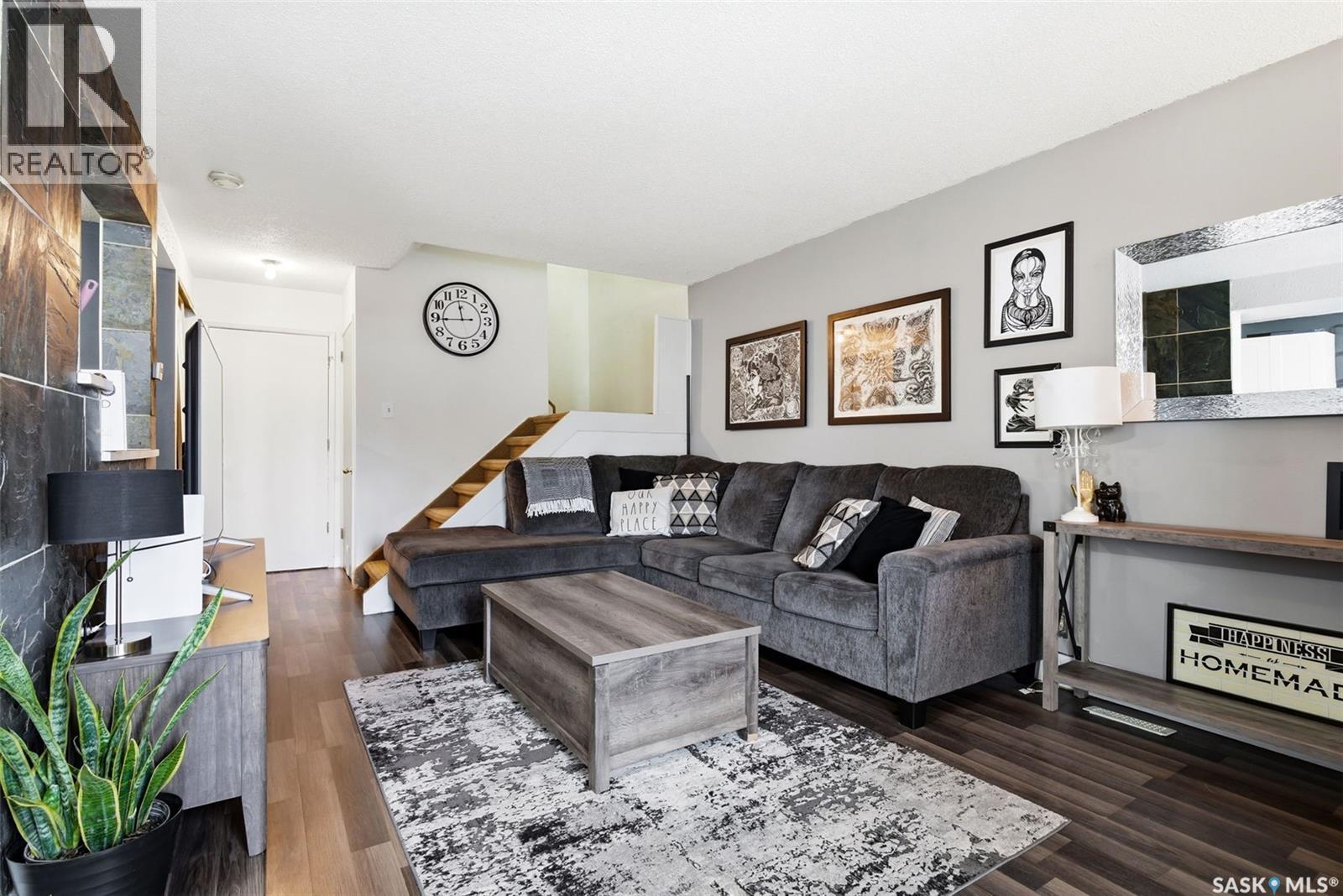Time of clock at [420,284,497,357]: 11:44
